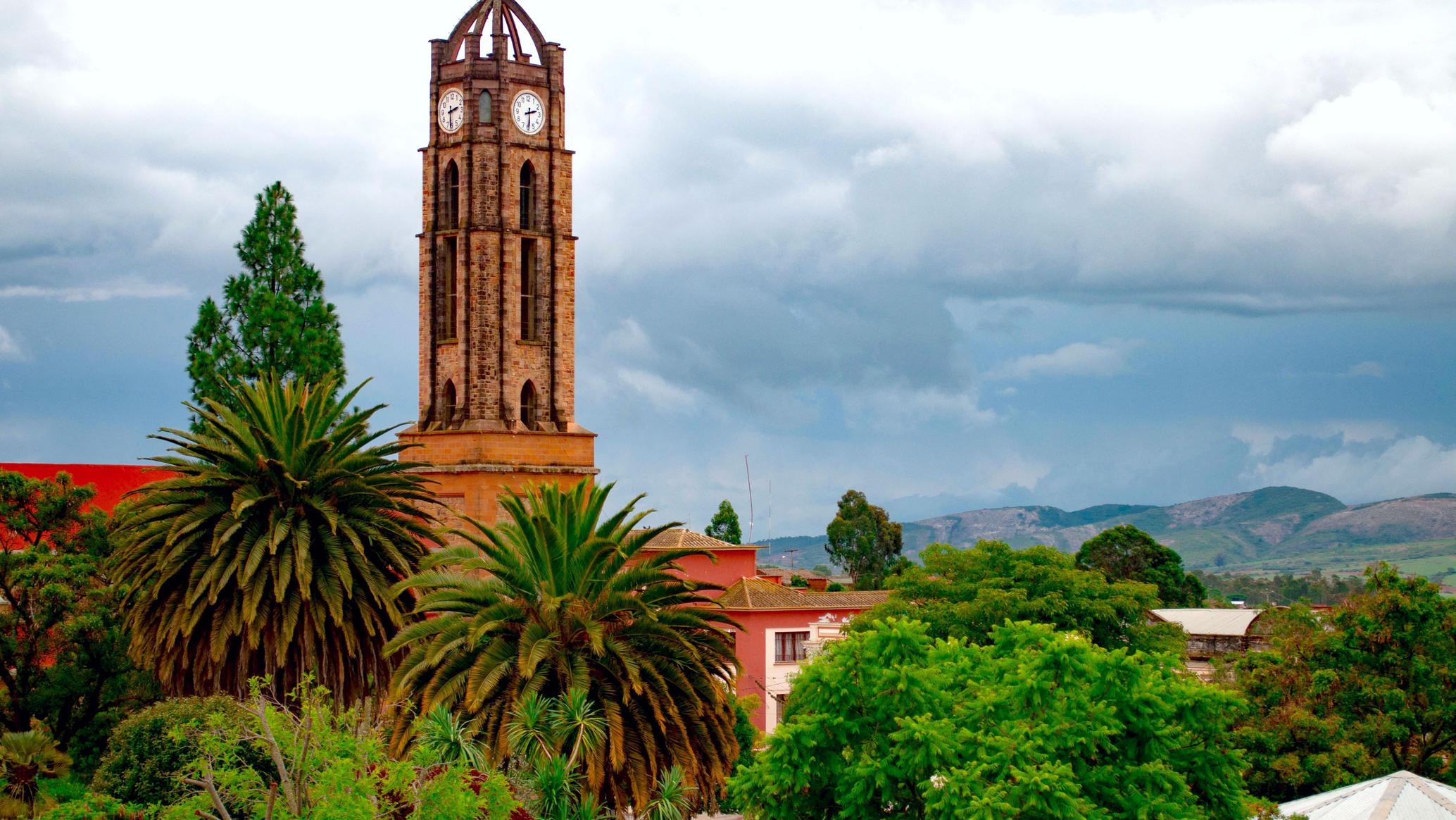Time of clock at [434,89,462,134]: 2:30
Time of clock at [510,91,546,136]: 2:29
